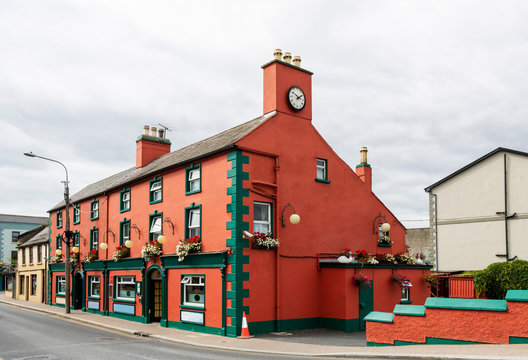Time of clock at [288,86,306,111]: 1:50
